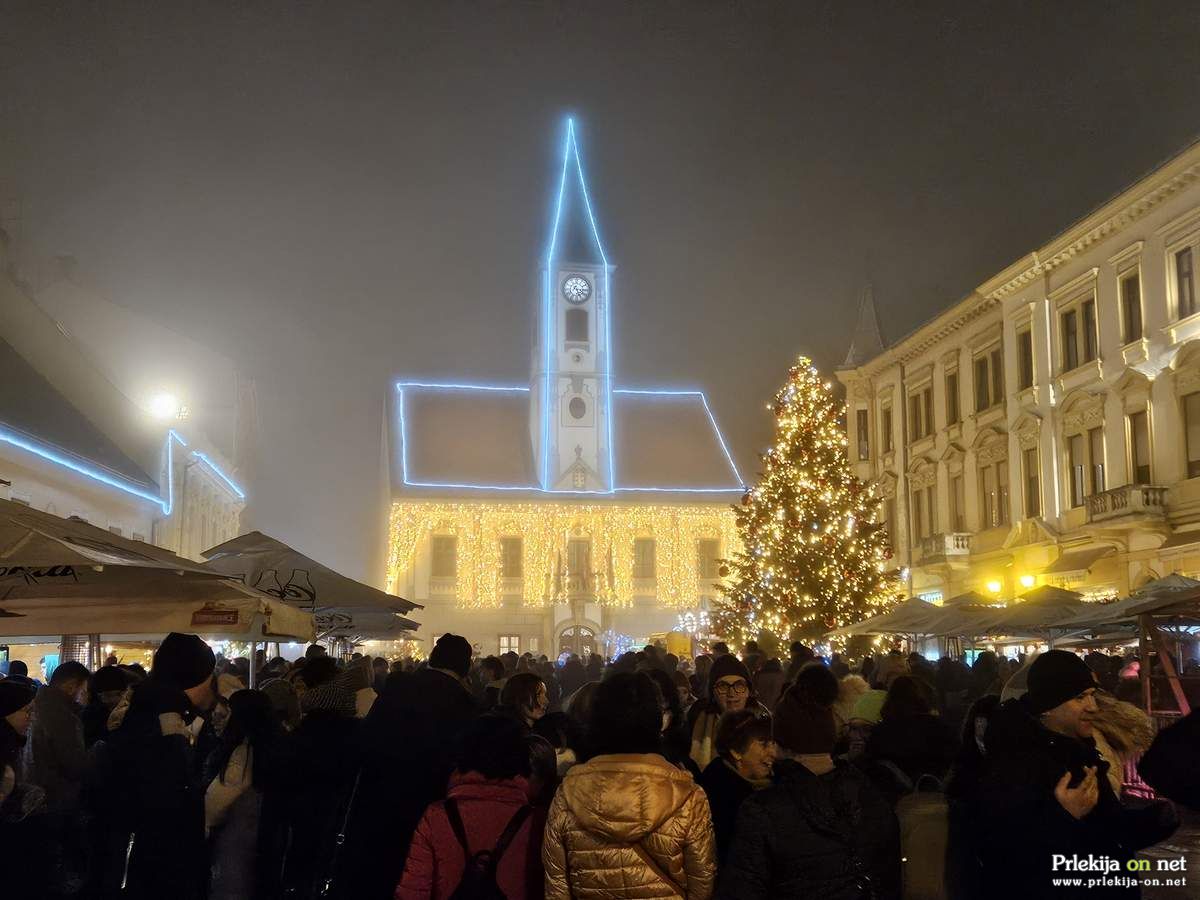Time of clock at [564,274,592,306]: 5:15
